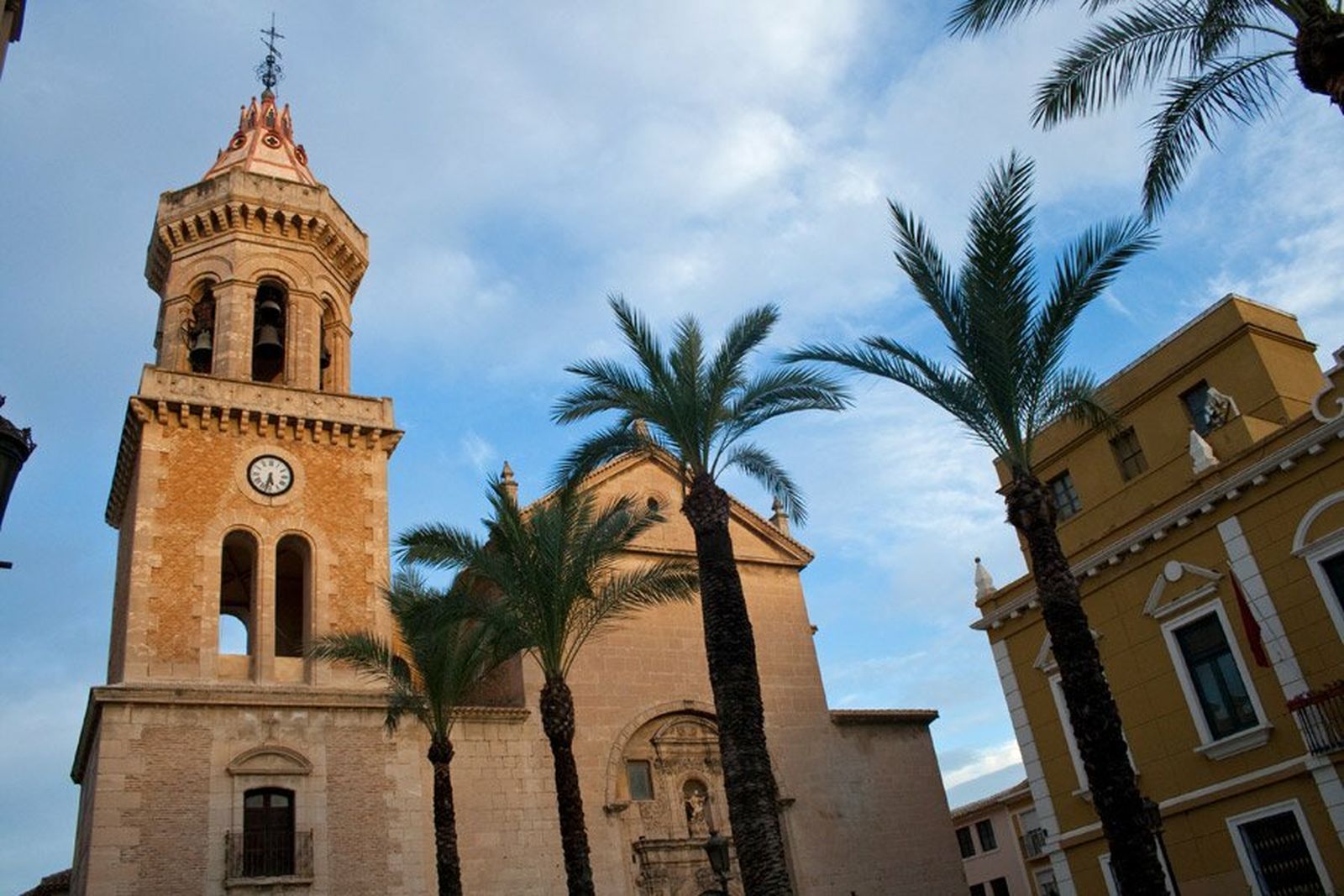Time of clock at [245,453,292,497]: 5:32
